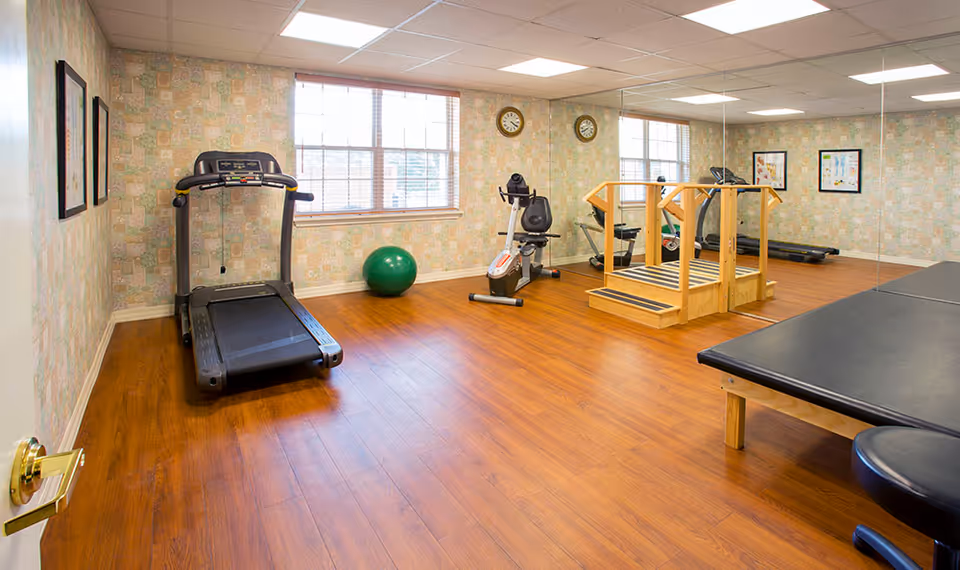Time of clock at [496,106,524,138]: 4:20
